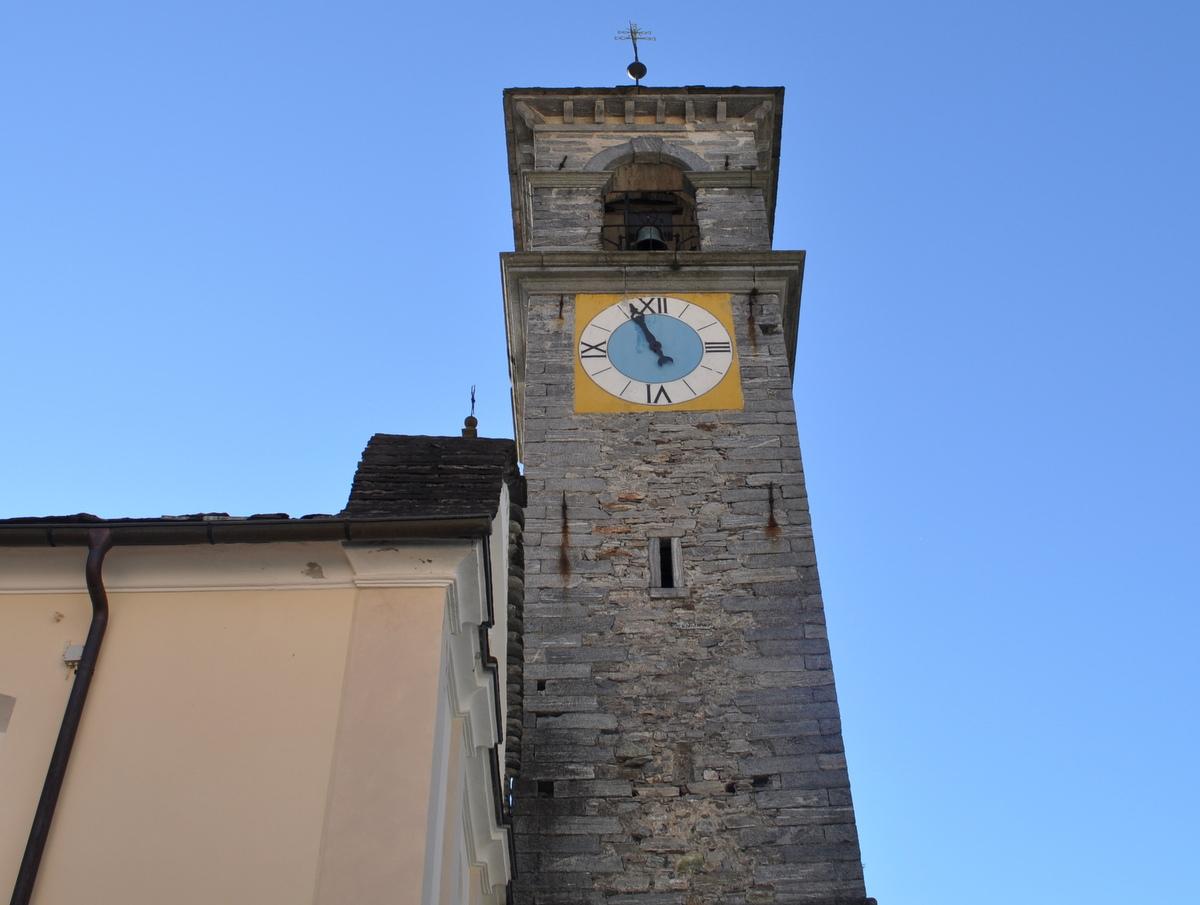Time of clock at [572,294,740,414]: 10:56
